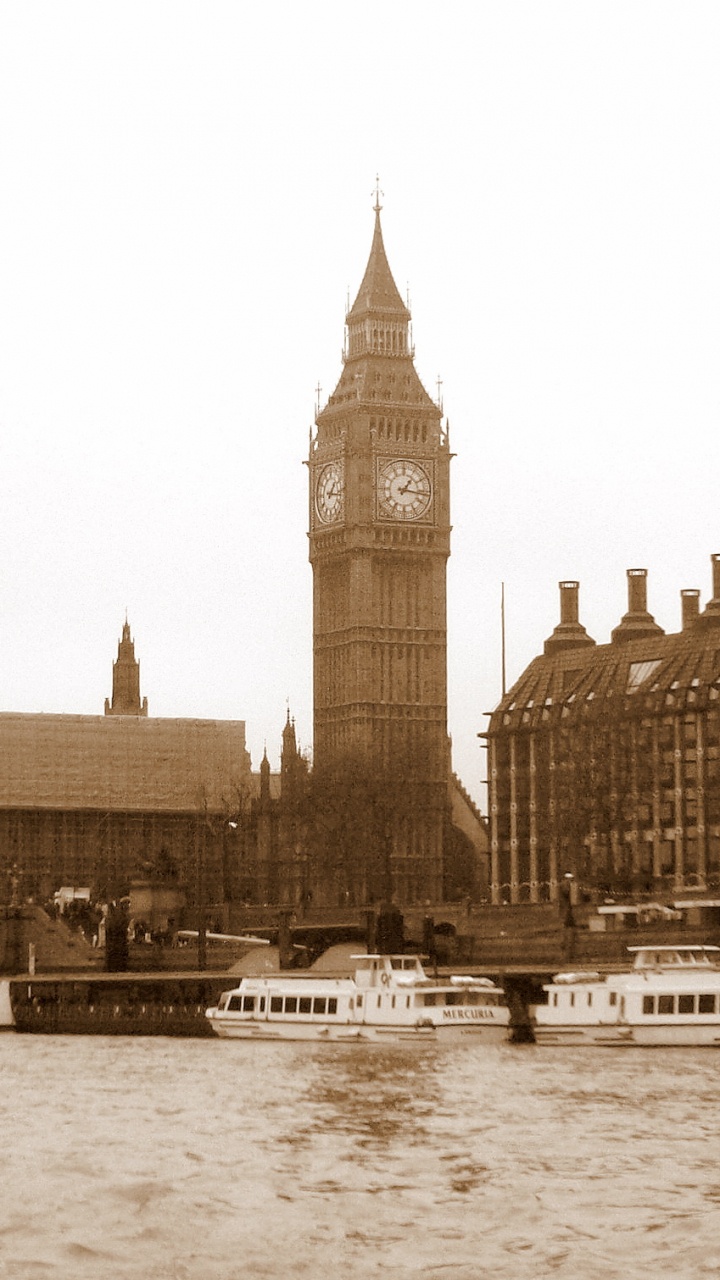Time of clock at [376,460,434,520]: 1:16
